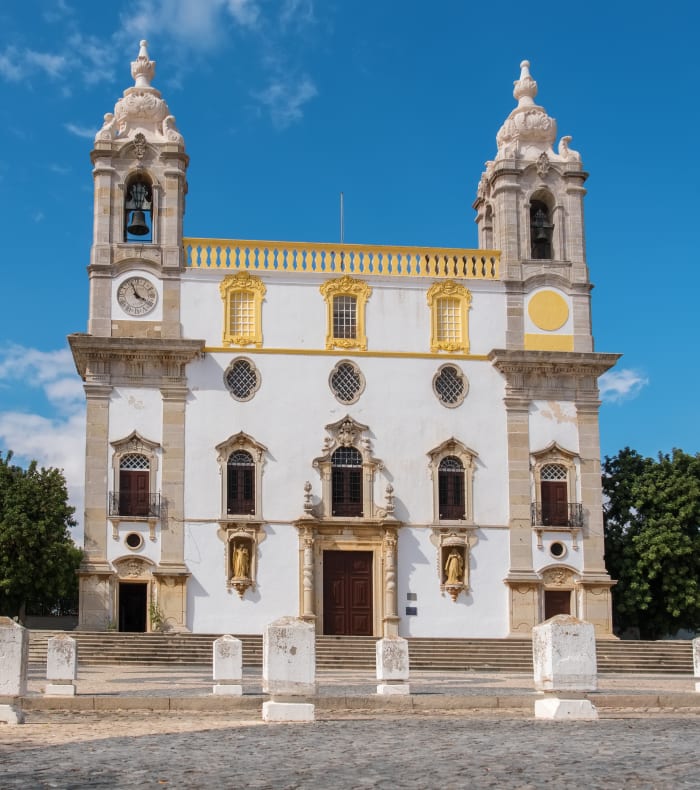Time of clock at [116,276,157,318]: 3:56
